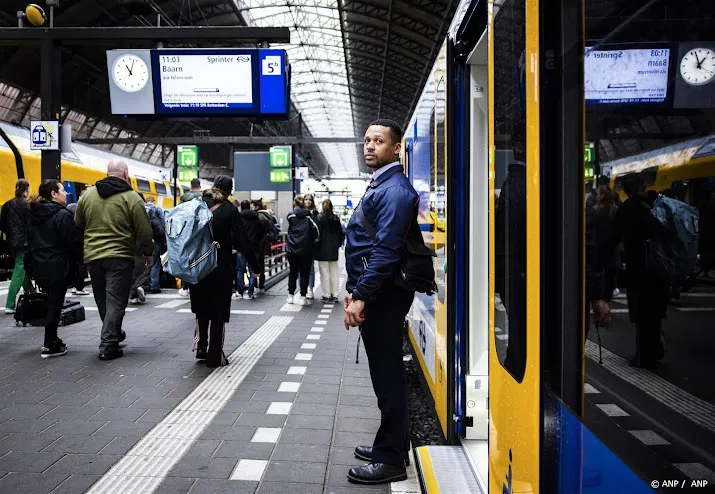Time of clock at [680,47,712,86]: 12:57
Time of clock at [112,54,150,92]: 11:02
